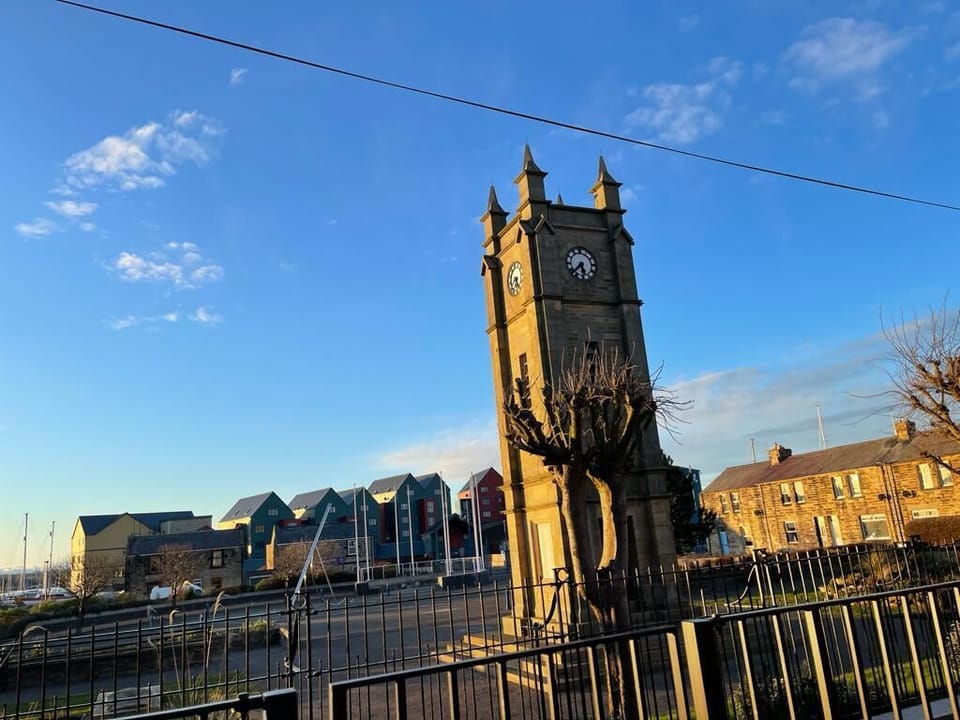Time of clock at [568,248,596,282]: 5:38
